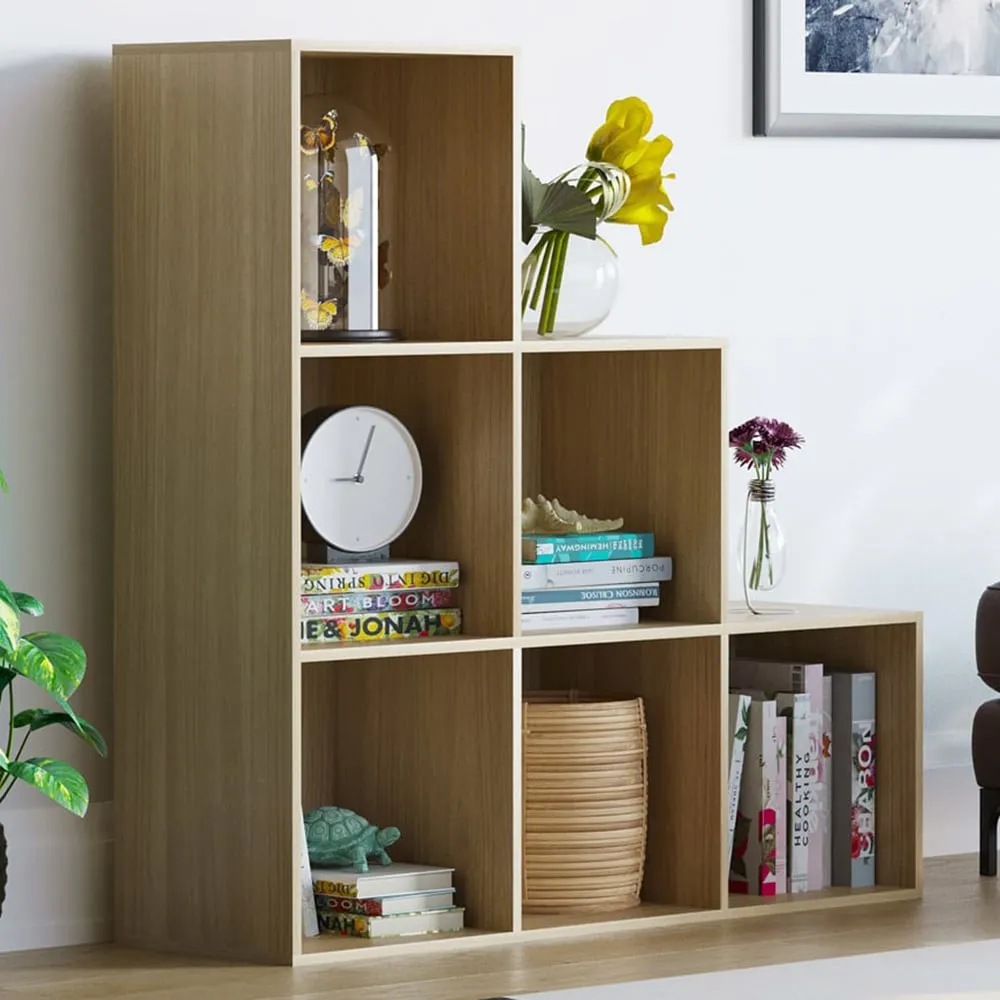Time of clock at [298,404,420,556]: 9:03
